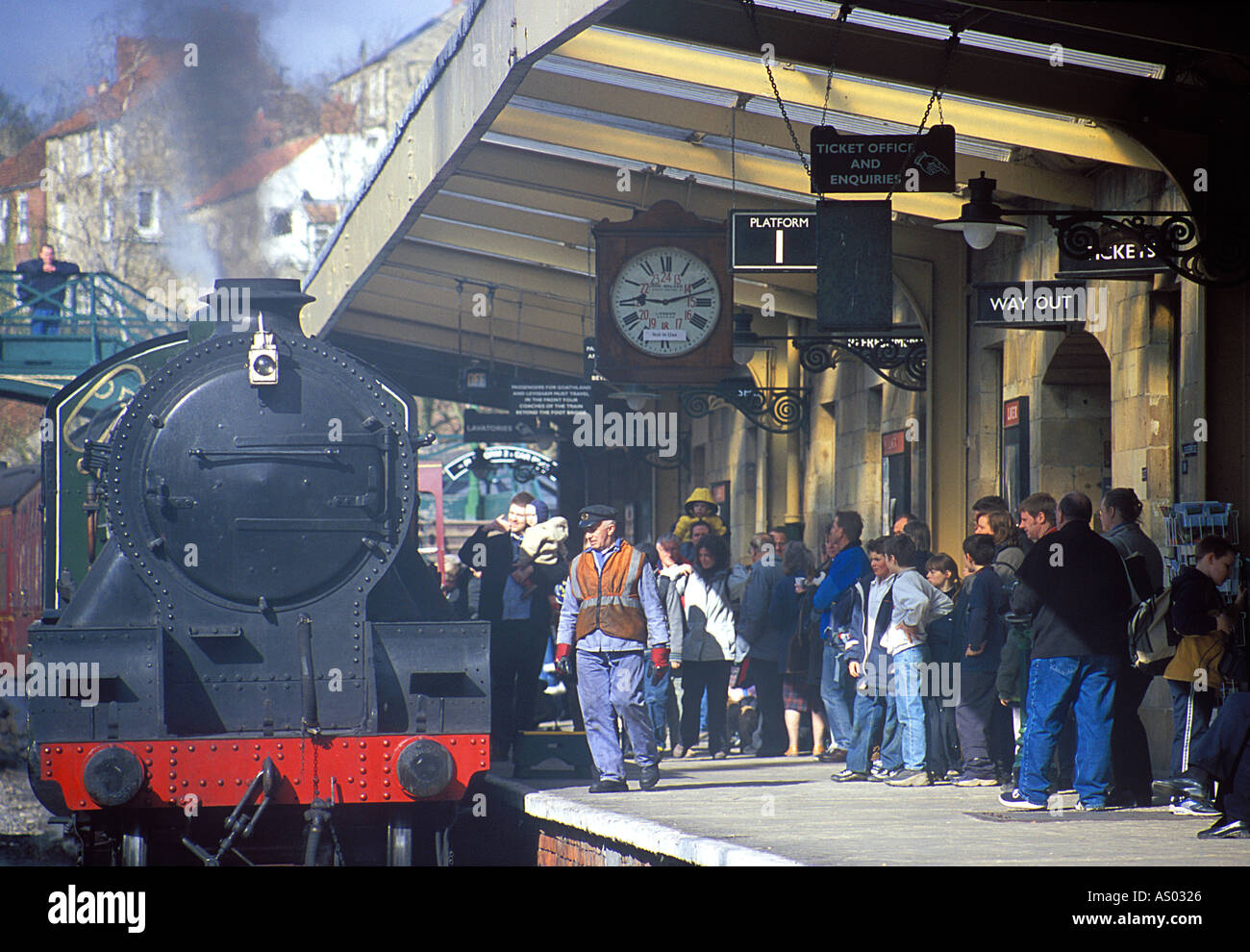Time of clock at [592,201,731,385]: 9:12
